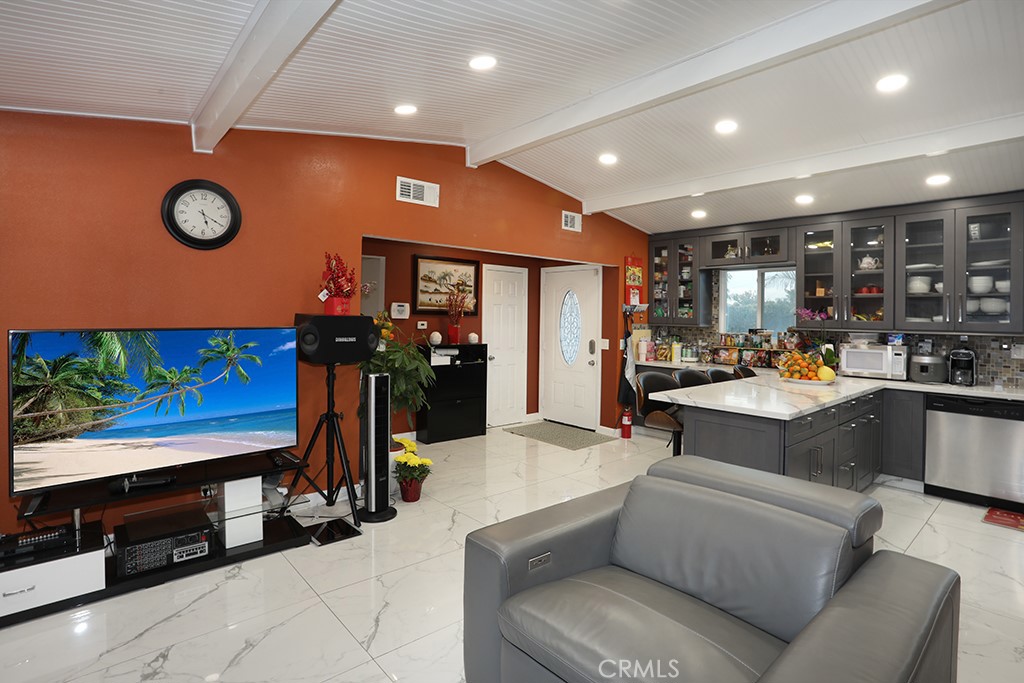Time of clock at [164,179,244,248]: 5:19
